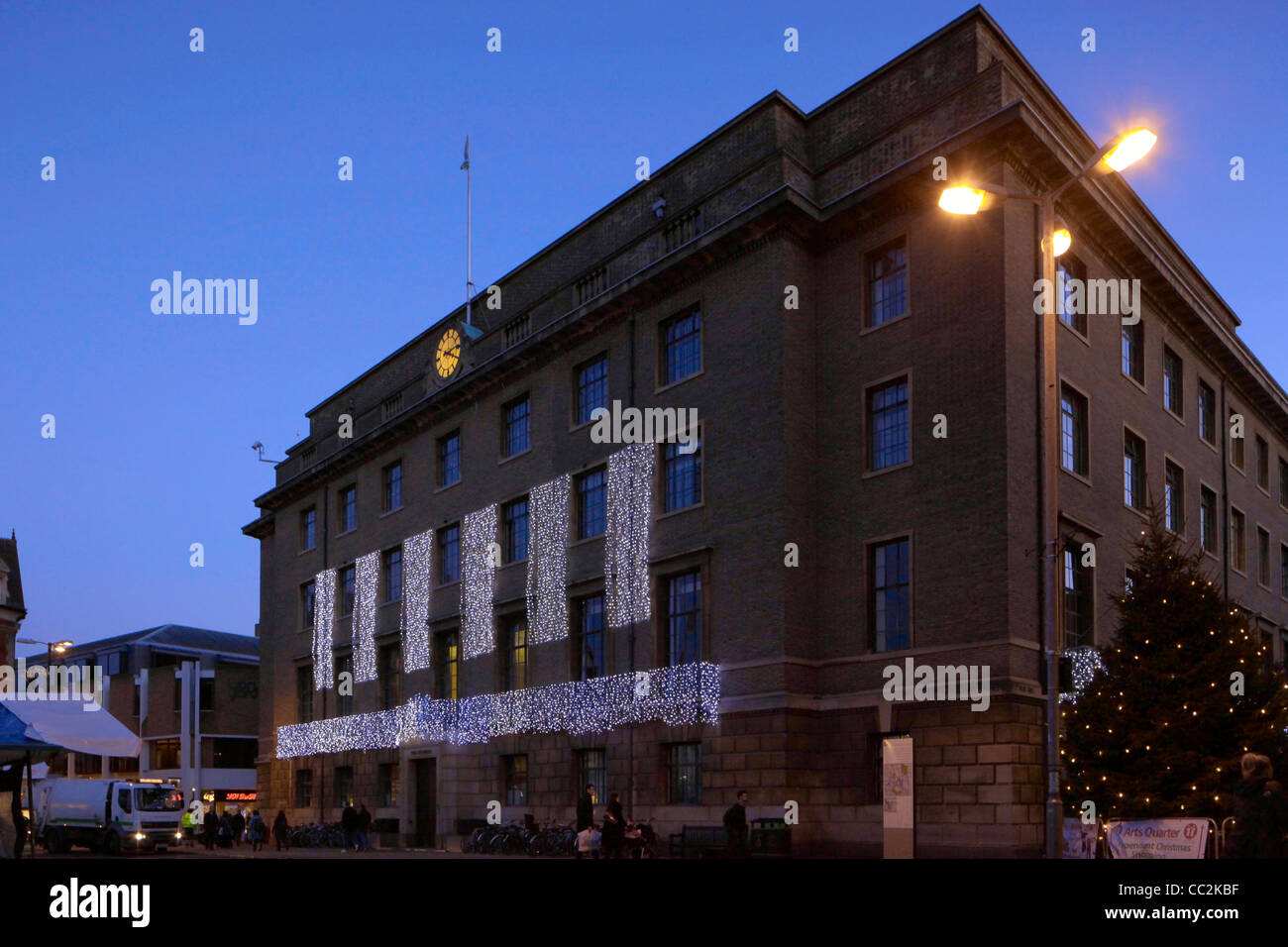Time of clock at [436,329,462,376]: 2:18
